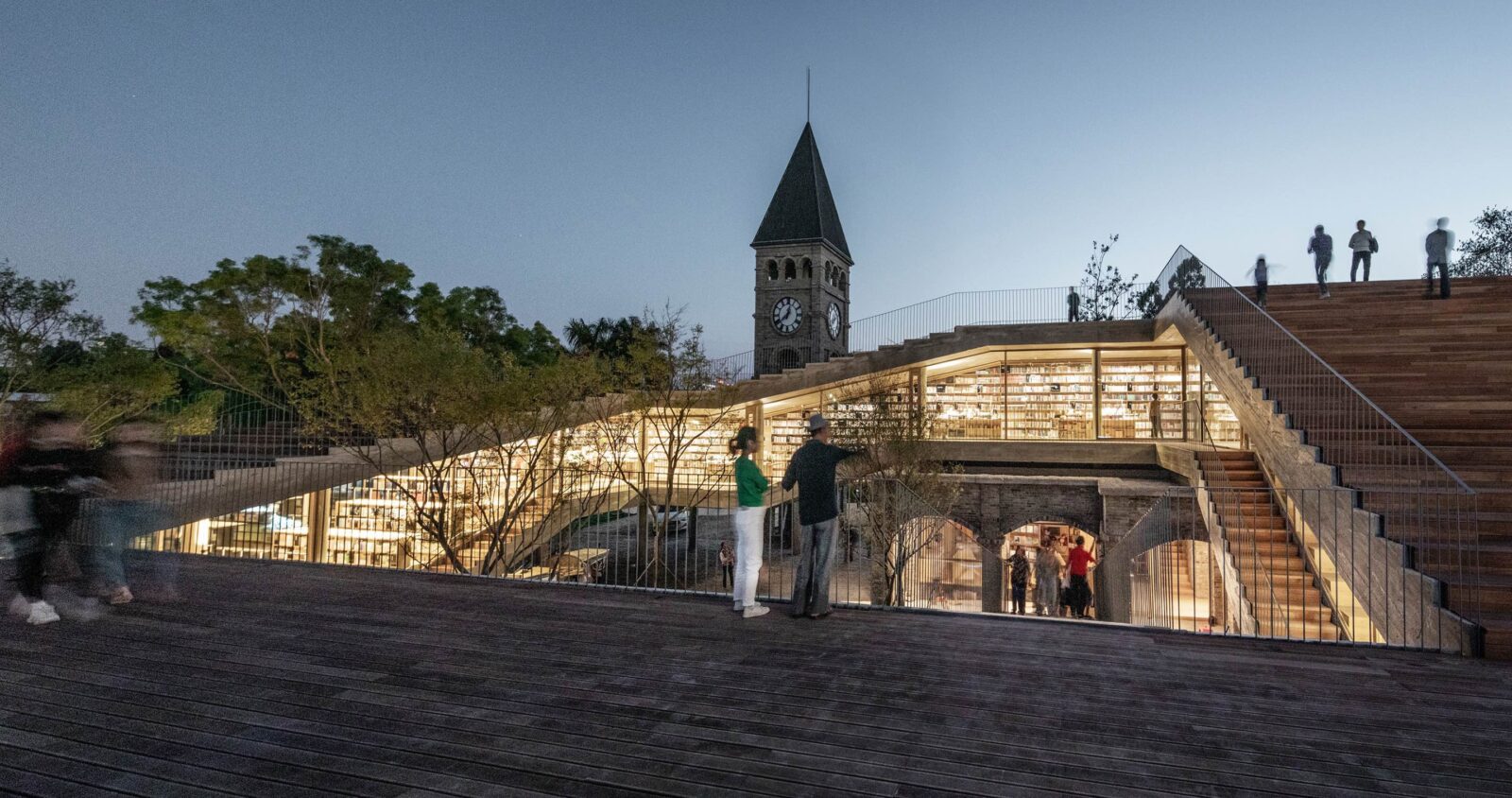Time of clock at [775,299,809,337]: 12:38
